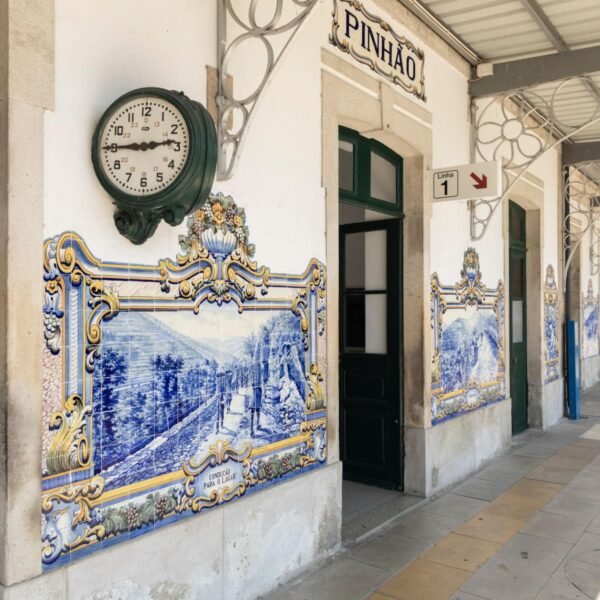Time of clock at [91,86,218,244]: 2:45
